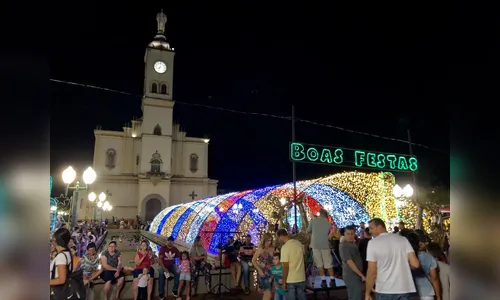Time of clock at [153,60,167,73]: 7:32
